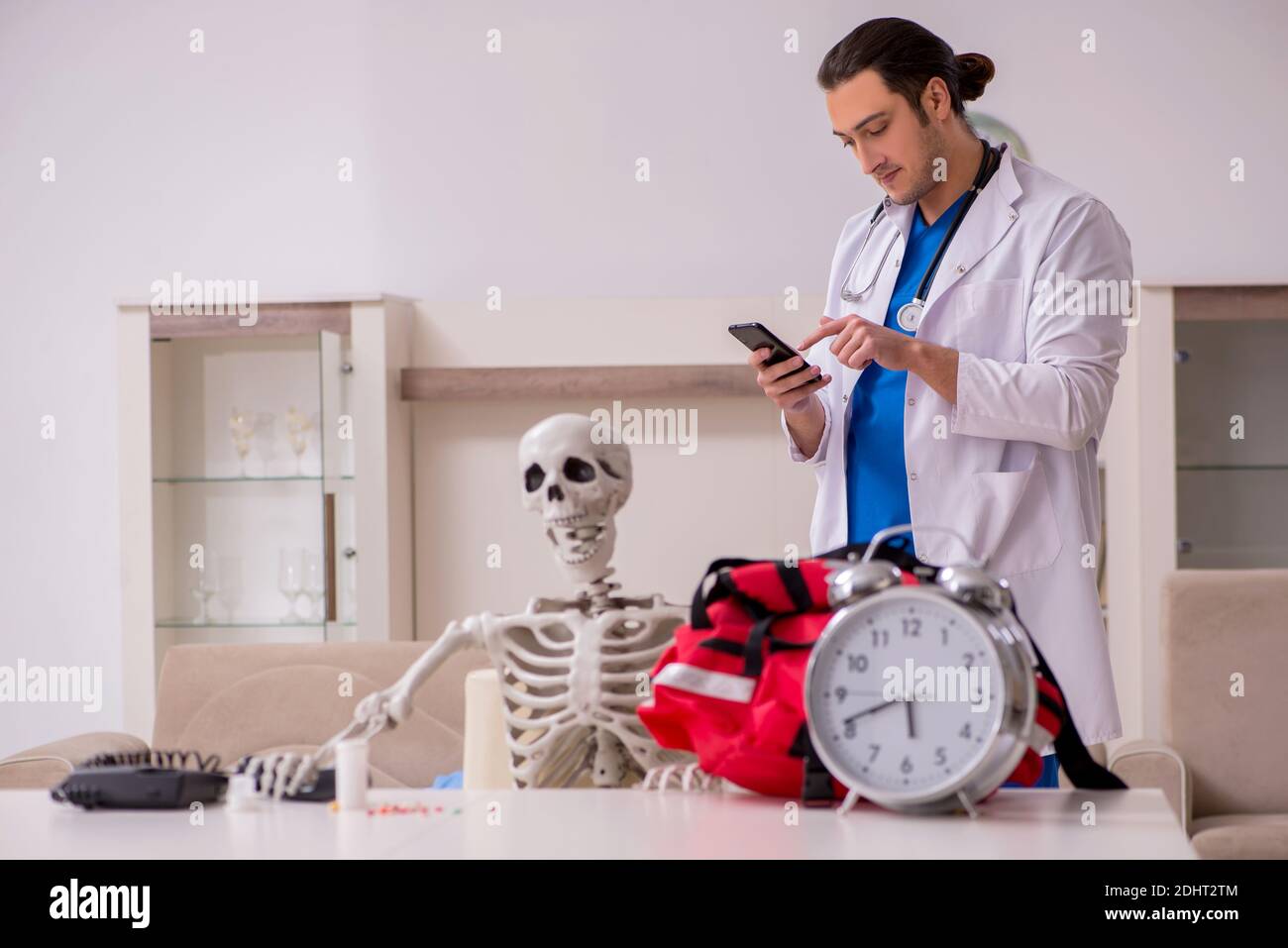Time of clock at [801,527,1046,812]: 5:41
